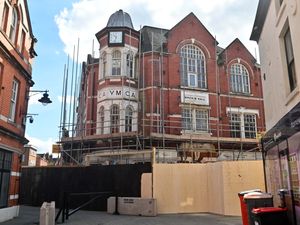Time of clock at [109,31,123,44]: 10:32
